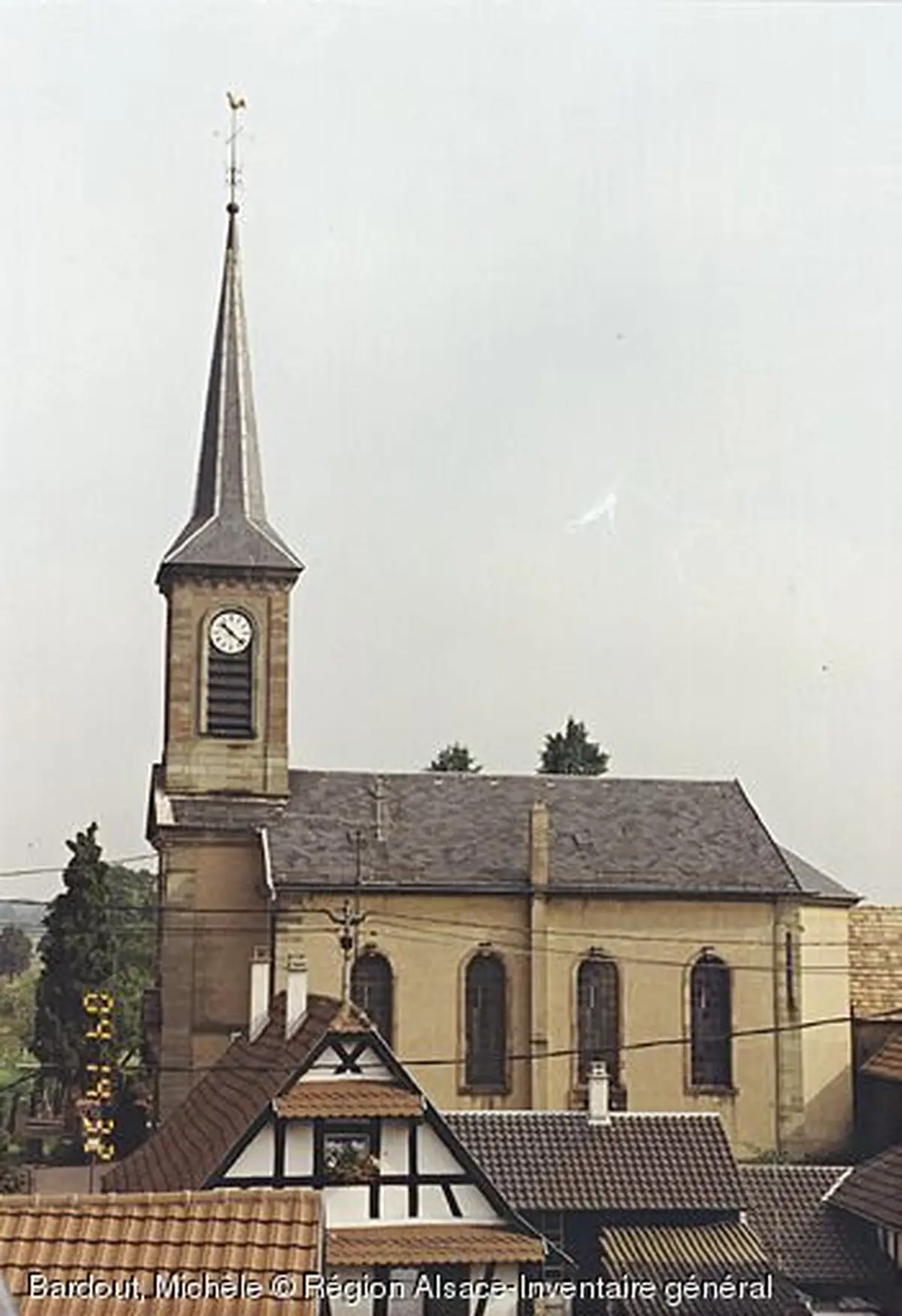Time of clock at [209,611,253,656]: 10:21
